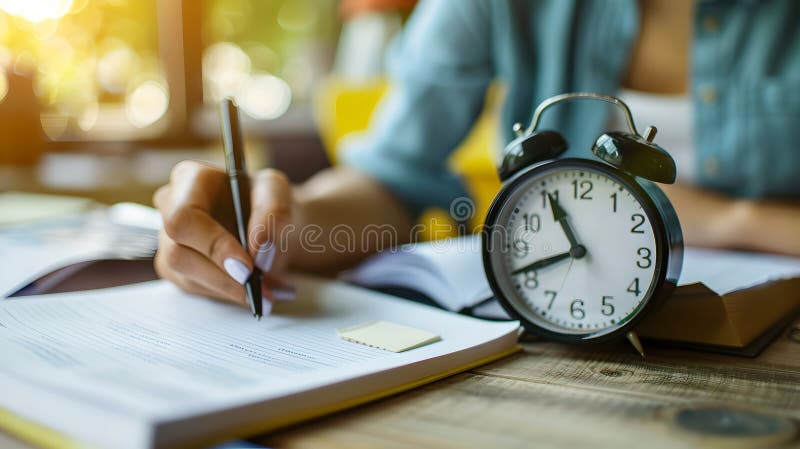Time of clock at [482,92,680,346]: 10:41
